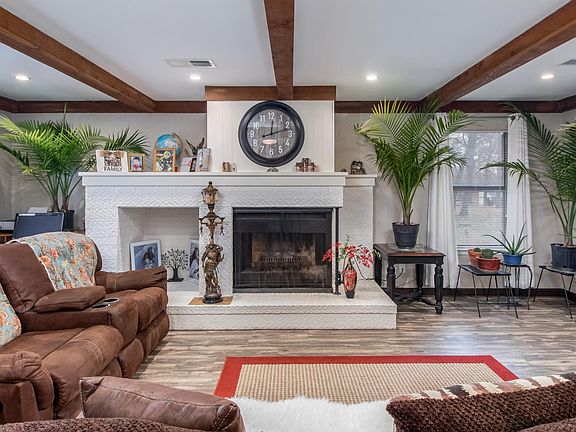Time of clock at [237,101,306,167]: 12:12
